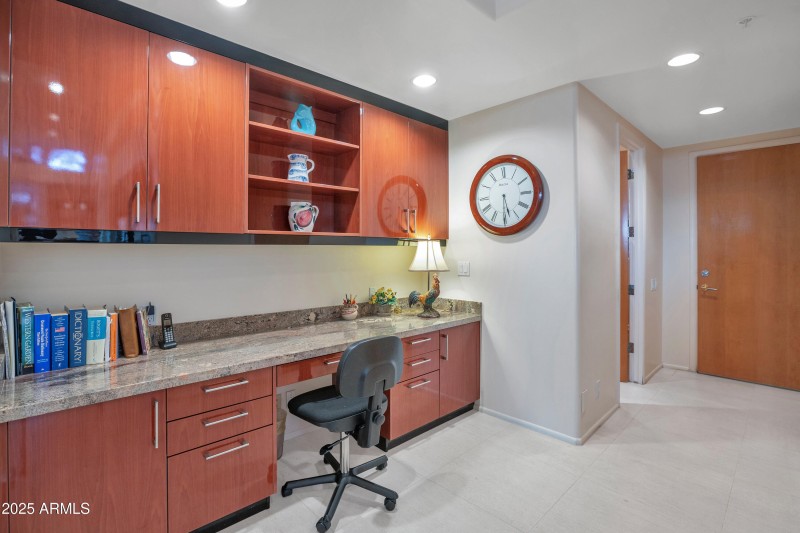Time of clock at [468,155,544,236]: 5:29
